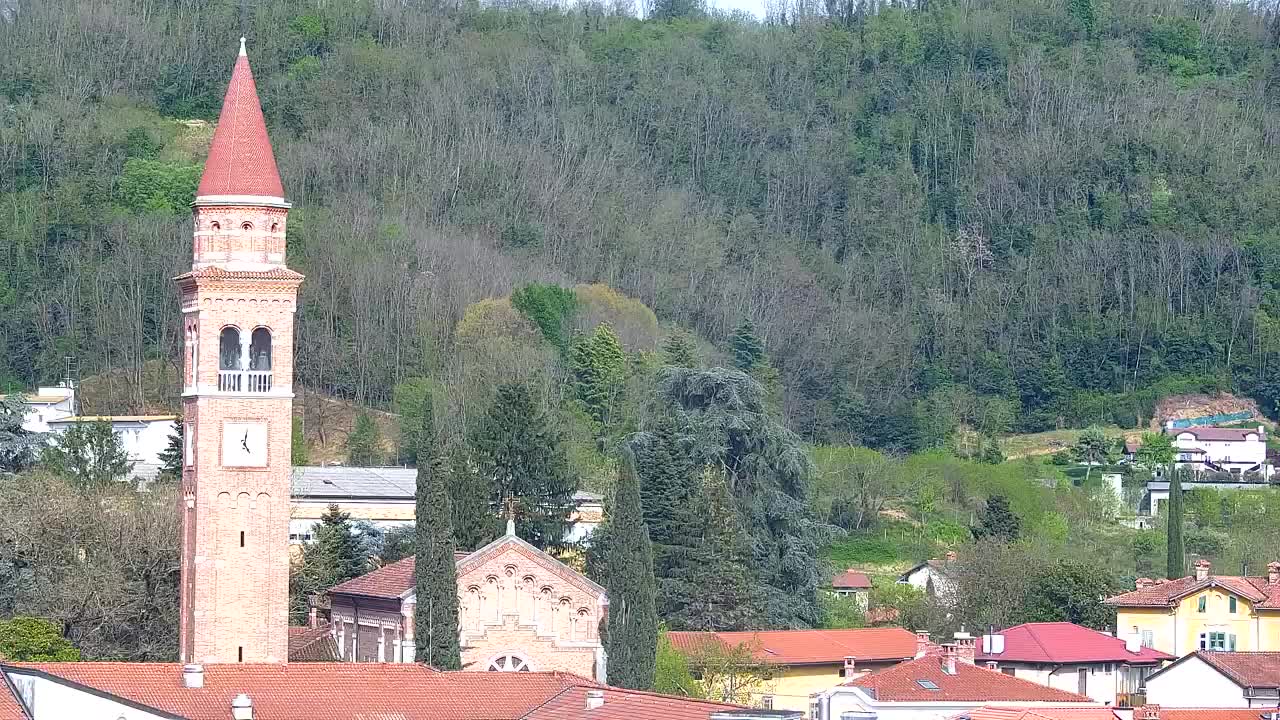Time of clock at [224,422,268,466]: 5:01
